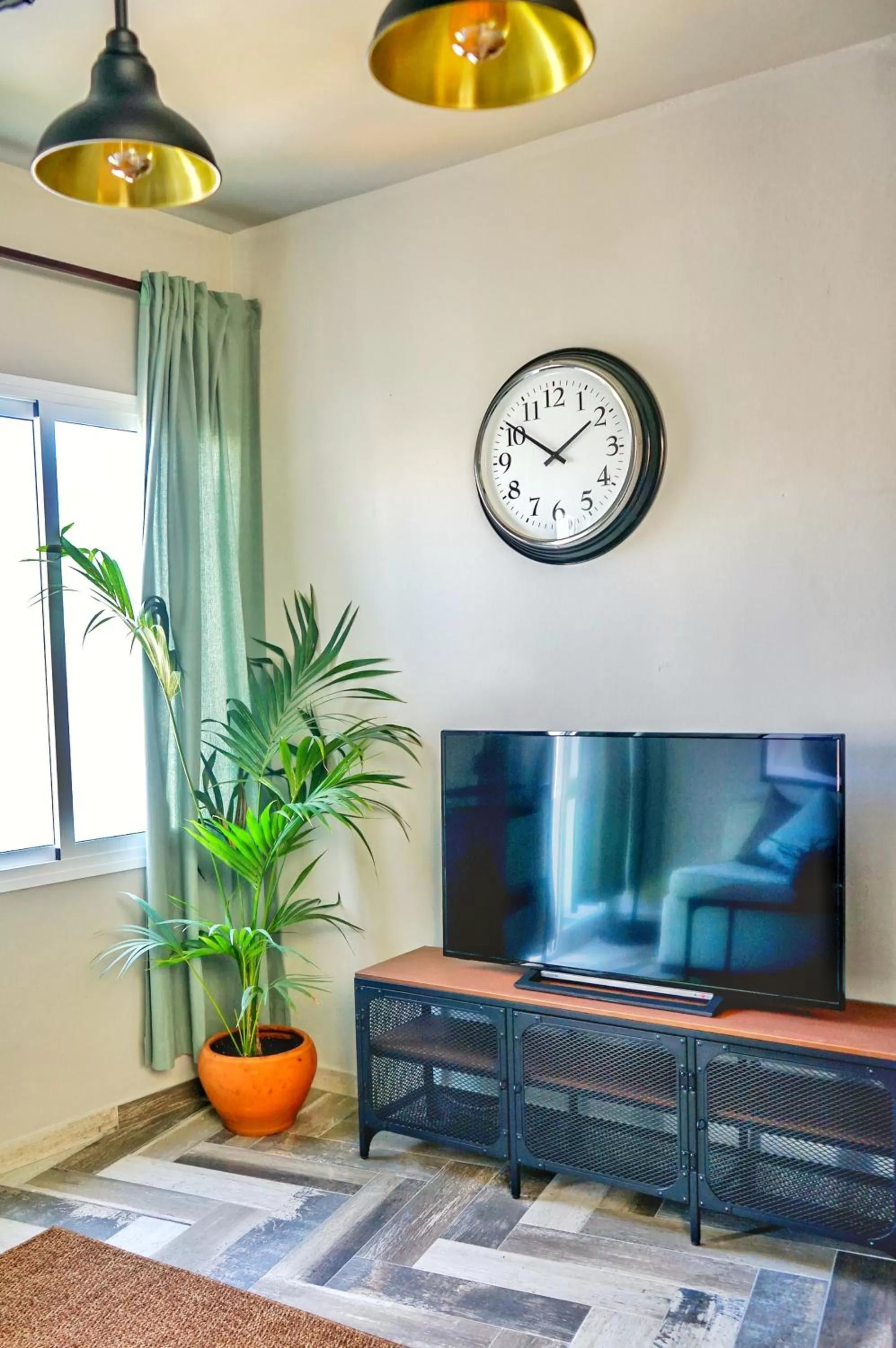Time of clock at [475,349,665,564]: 1:50
